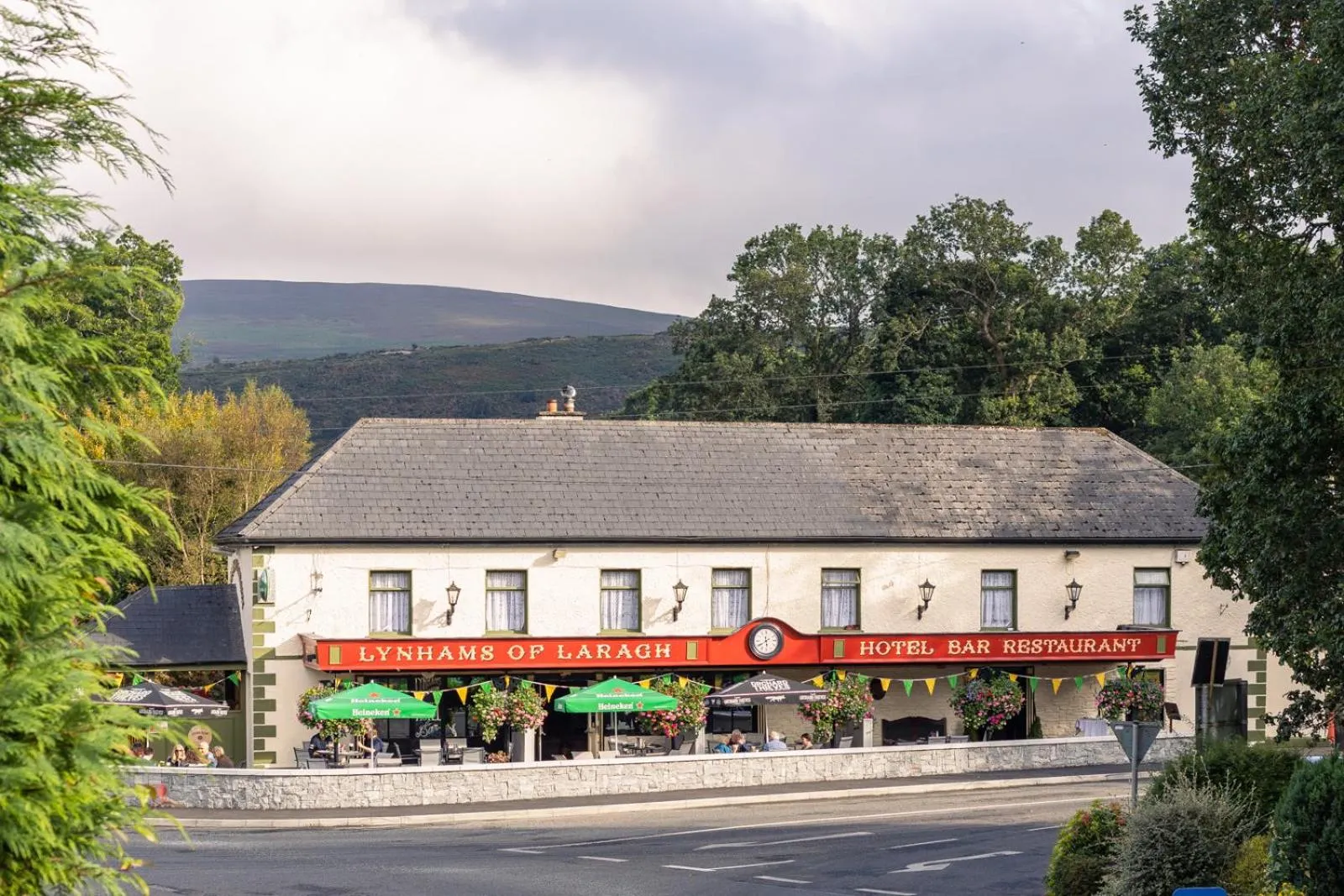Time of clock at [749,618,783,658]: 5:40
